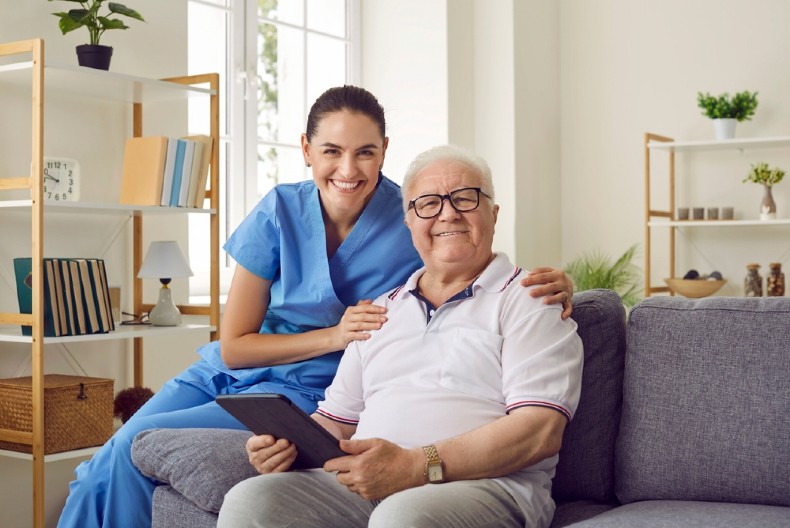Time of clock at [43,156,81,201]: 9:45
